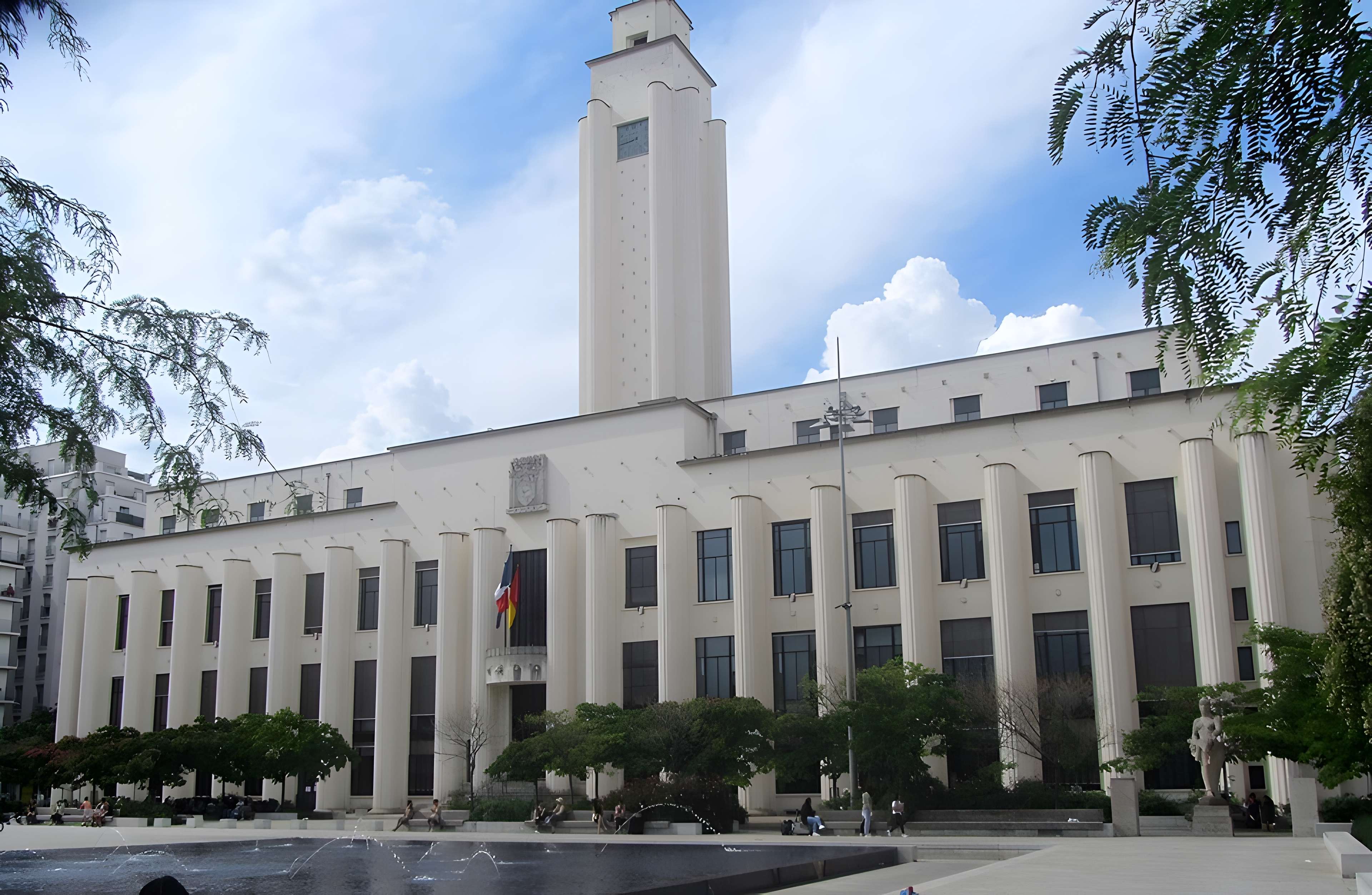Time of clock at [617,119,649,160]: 8:45
